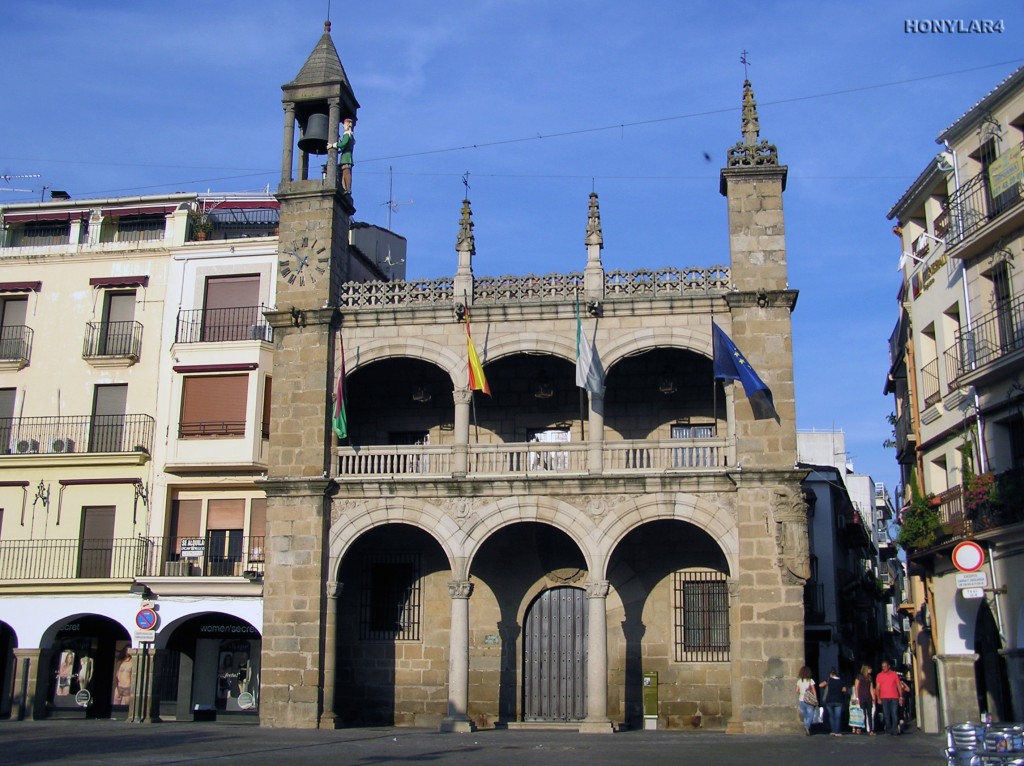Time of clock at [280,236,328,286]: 6:52
